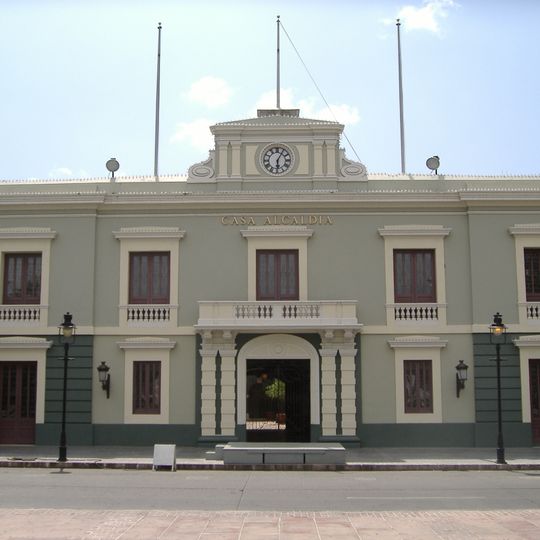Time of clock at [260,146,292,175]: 6:05
